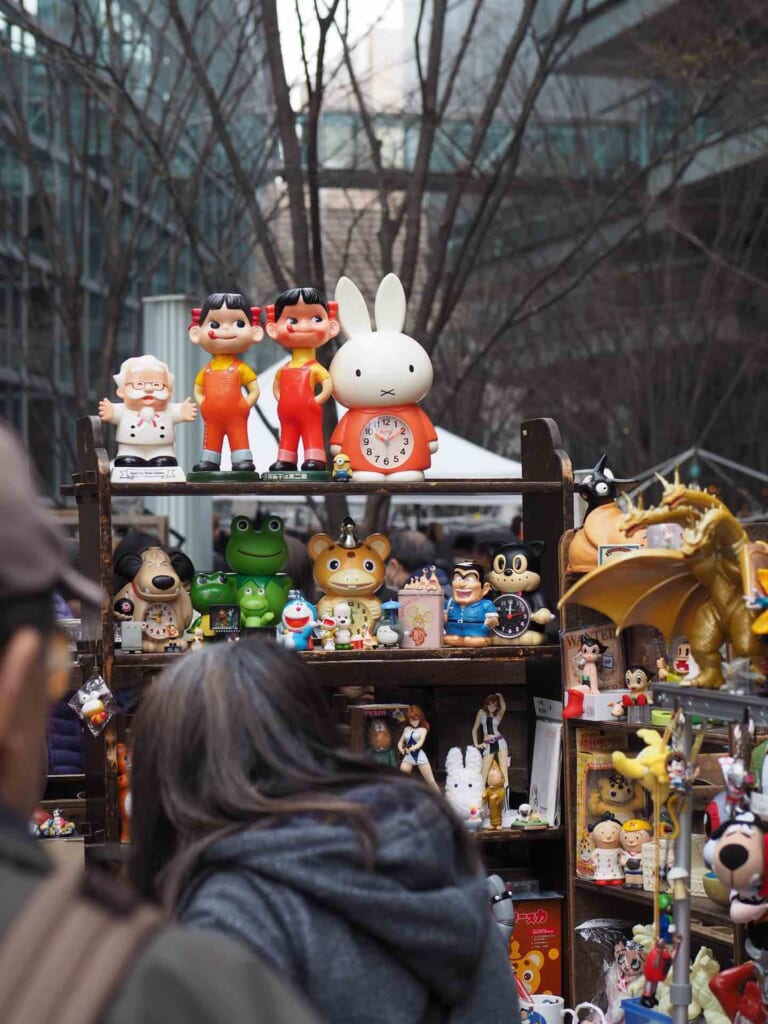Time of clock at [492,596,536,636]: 12:12
